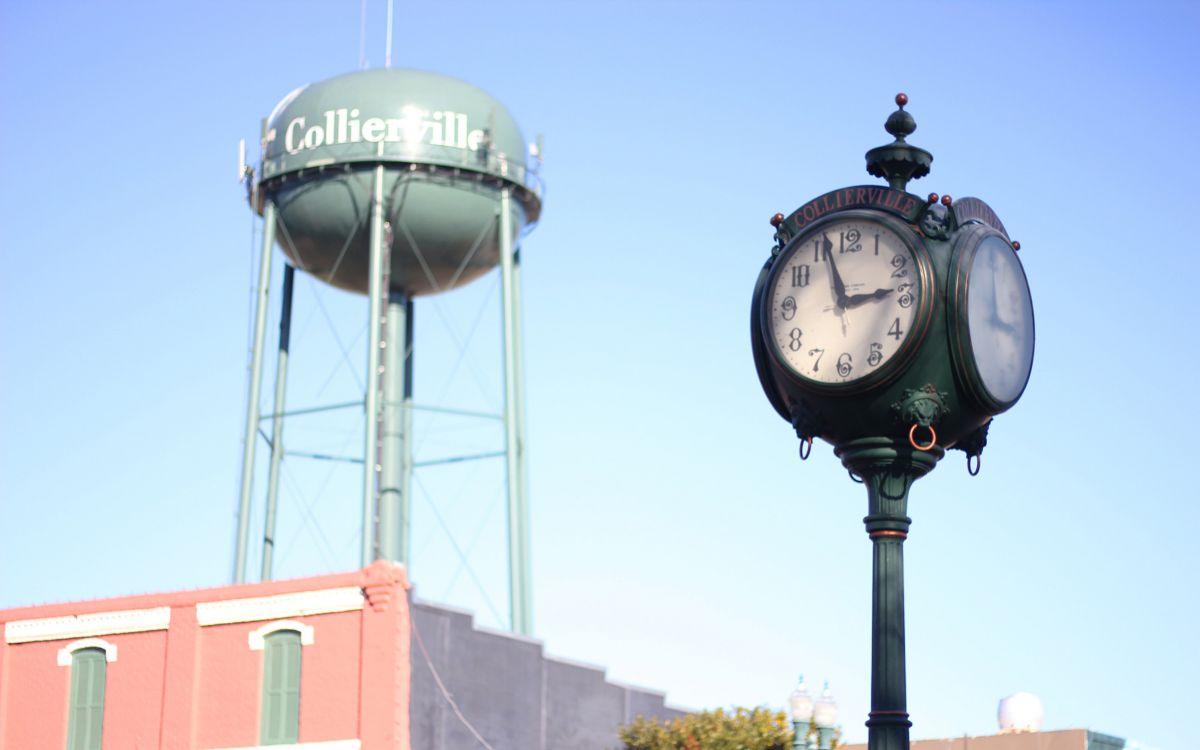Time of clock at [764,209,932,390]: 2:56
